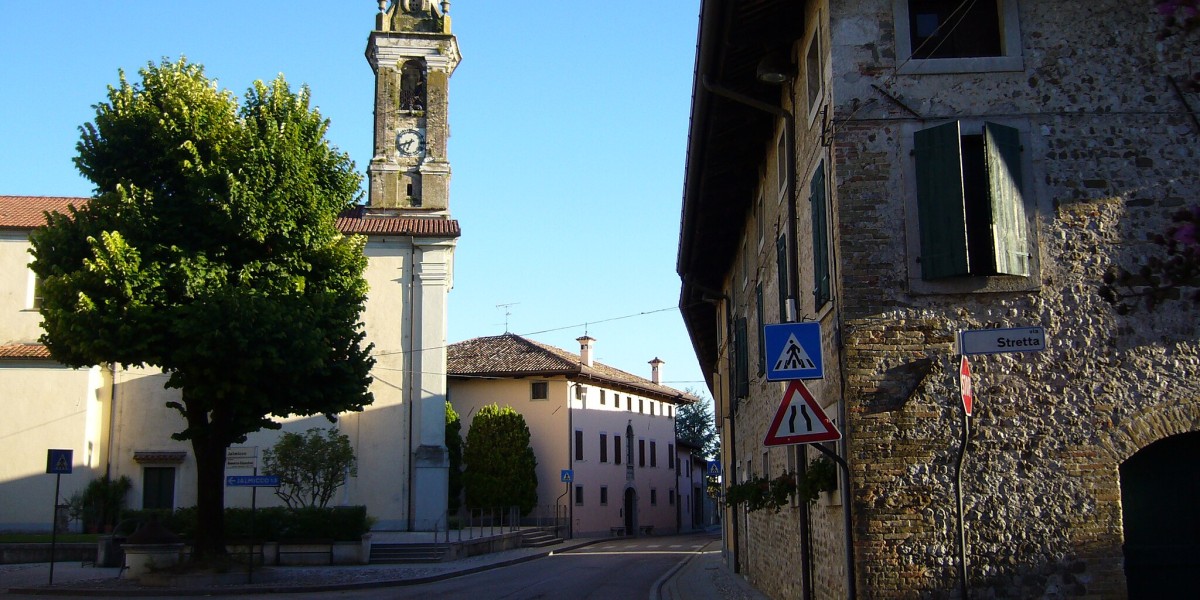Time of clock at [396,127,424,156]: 6:41
